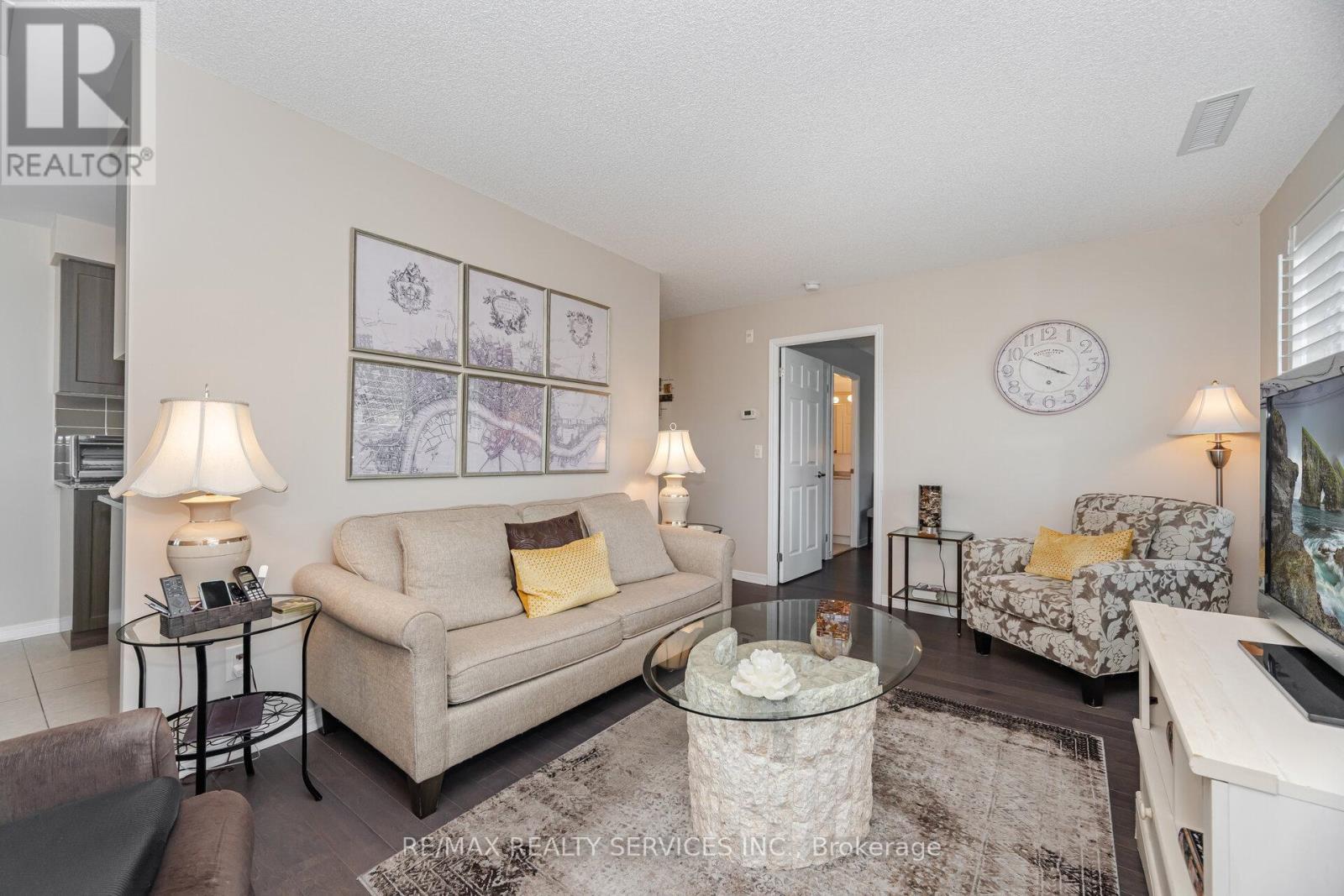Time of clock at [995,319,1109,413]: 3:50
